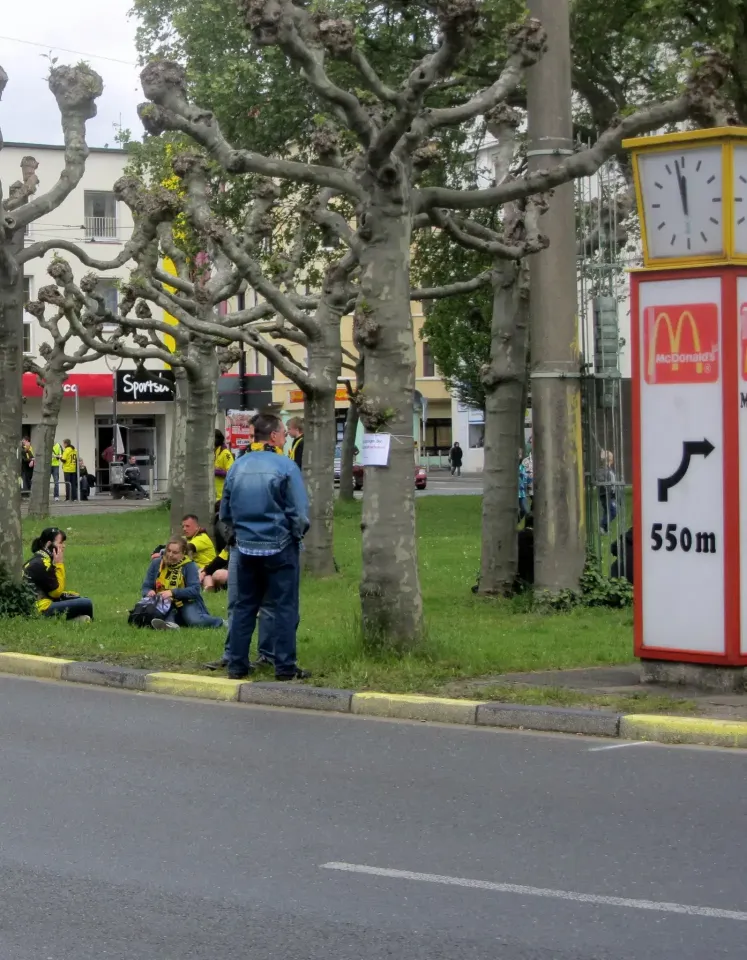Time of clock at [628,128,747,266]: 11:58
